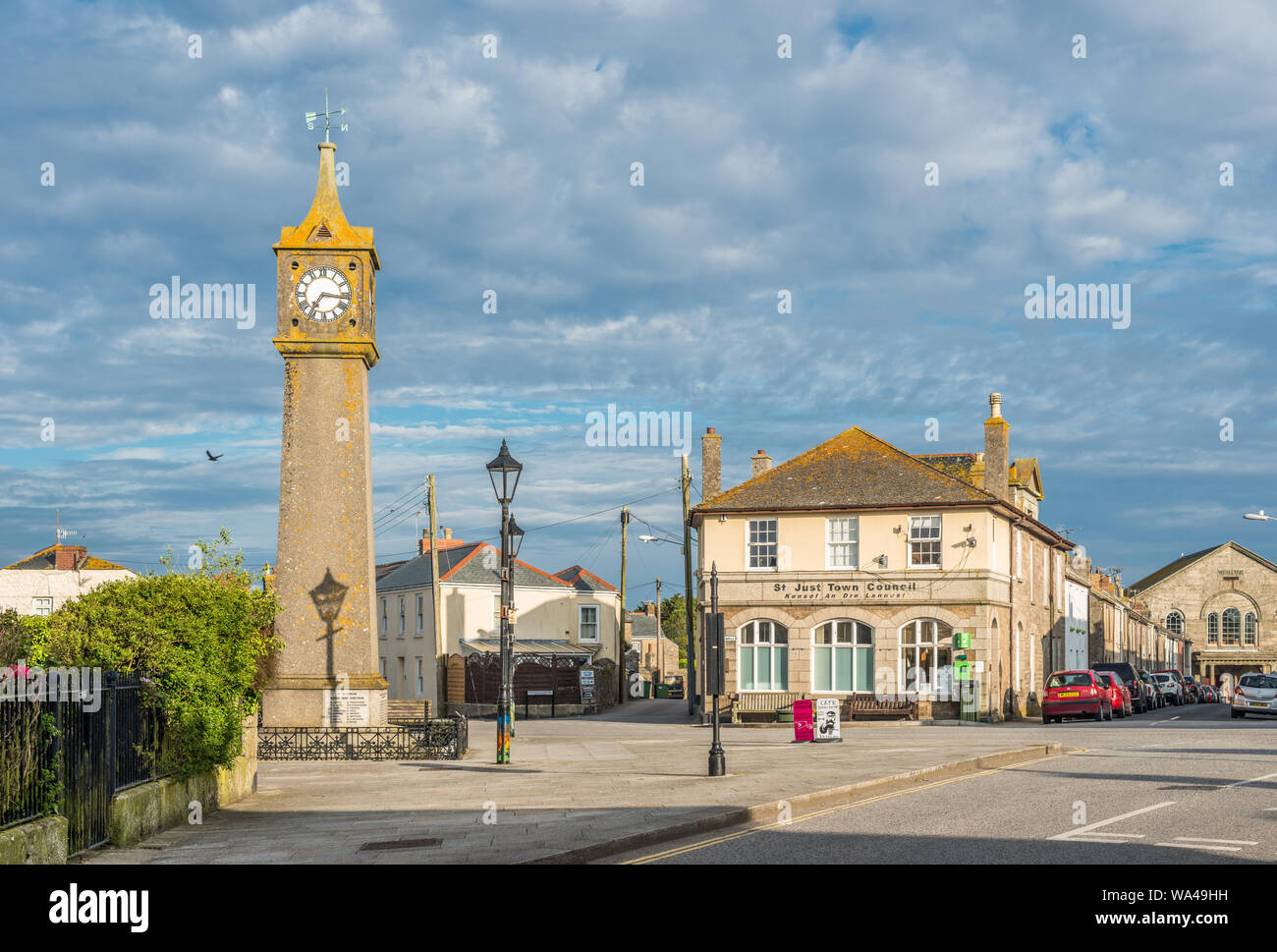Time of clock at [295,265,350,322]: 7:16
